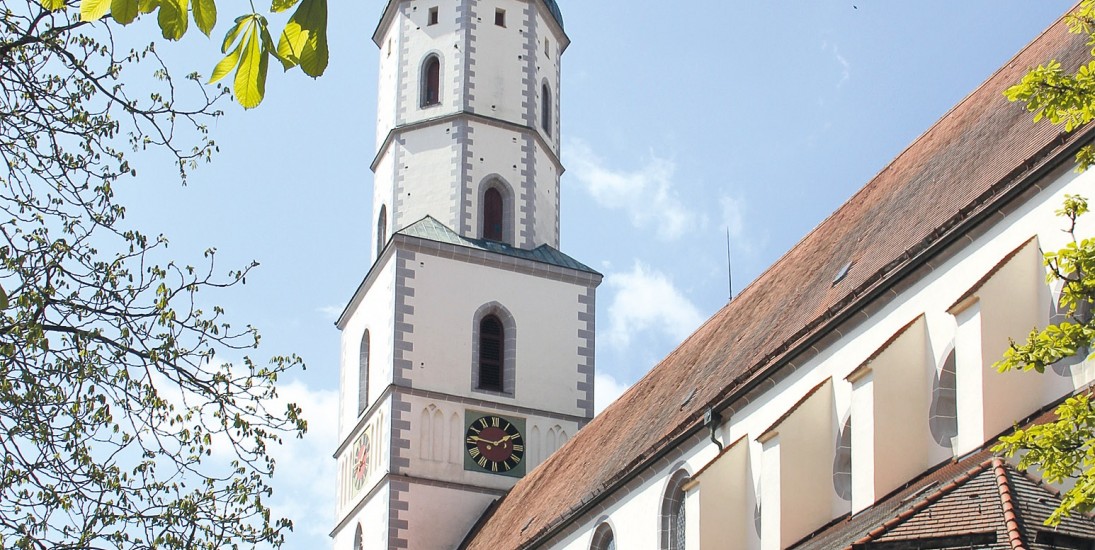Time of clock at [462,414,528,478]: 1:46
